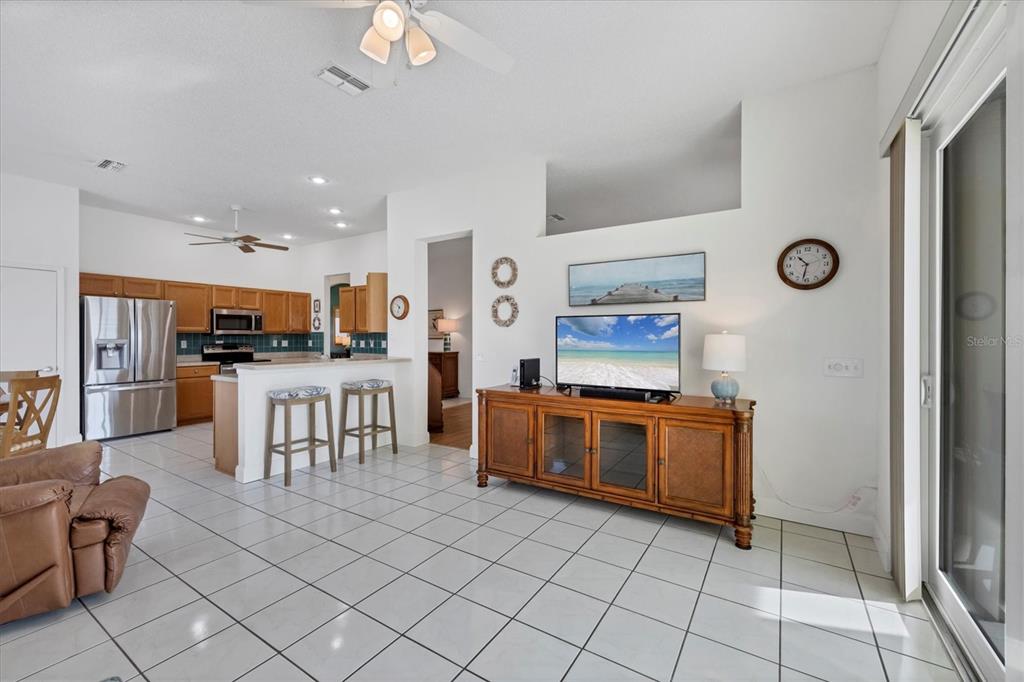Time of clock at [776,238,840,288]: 10:32
